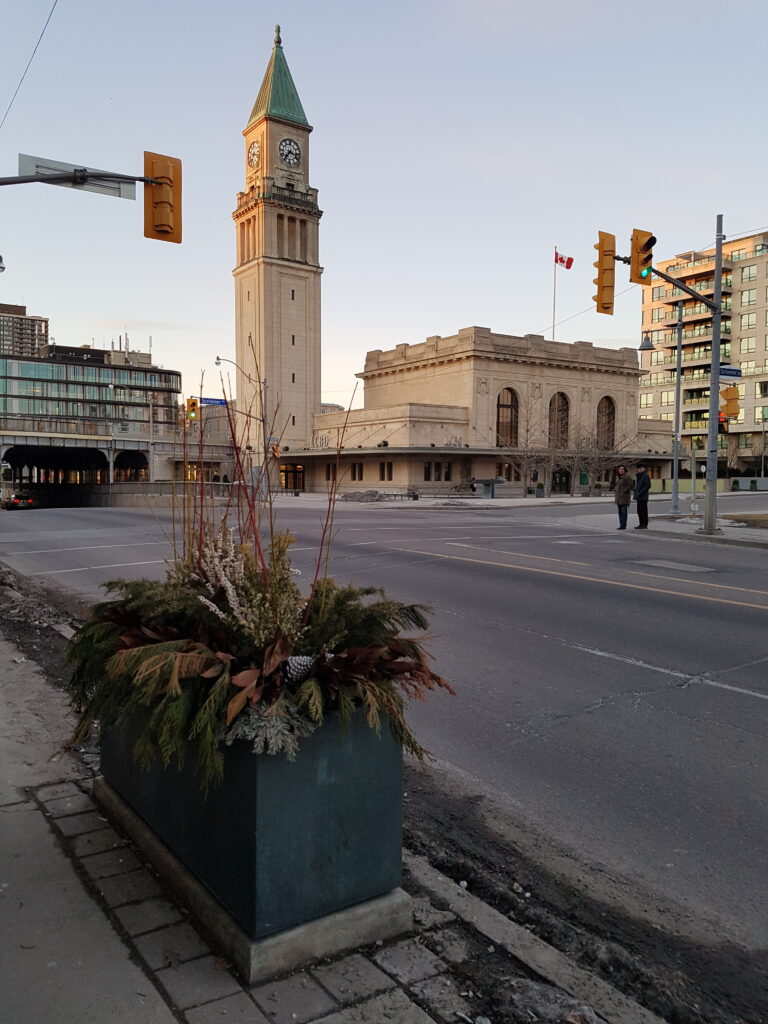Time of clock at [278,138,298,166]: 7:17
